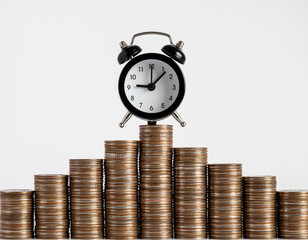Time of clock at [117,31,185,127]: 9:07
